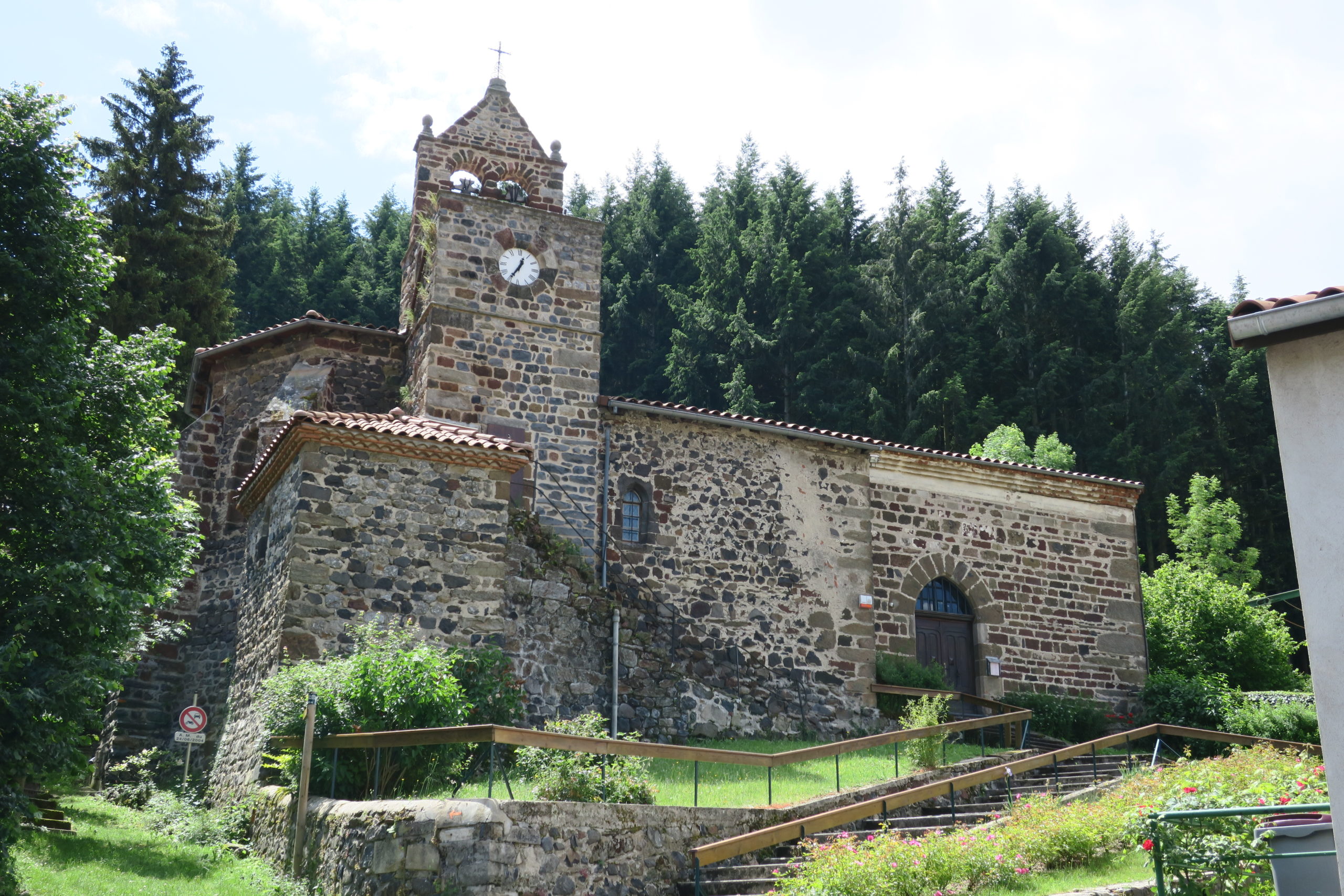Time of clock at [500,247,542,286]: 12:34
